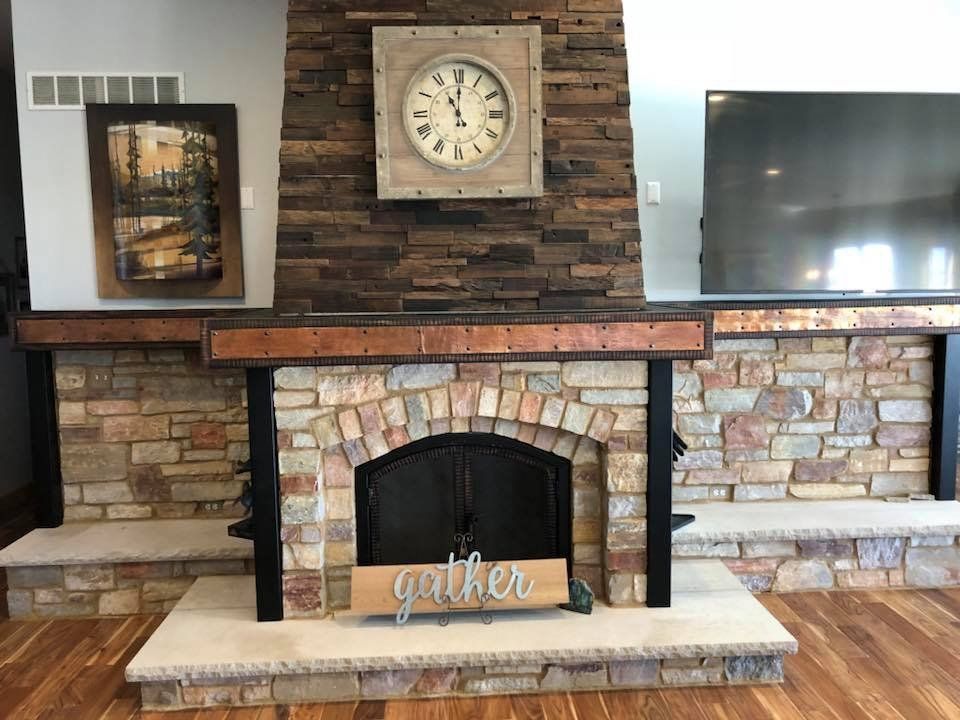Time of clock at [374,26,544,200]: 11:00
